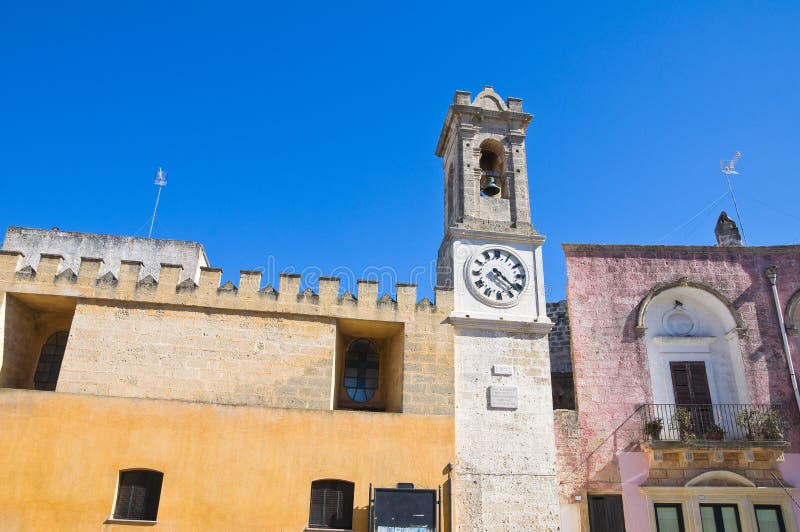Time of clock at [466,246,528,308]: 4:21
